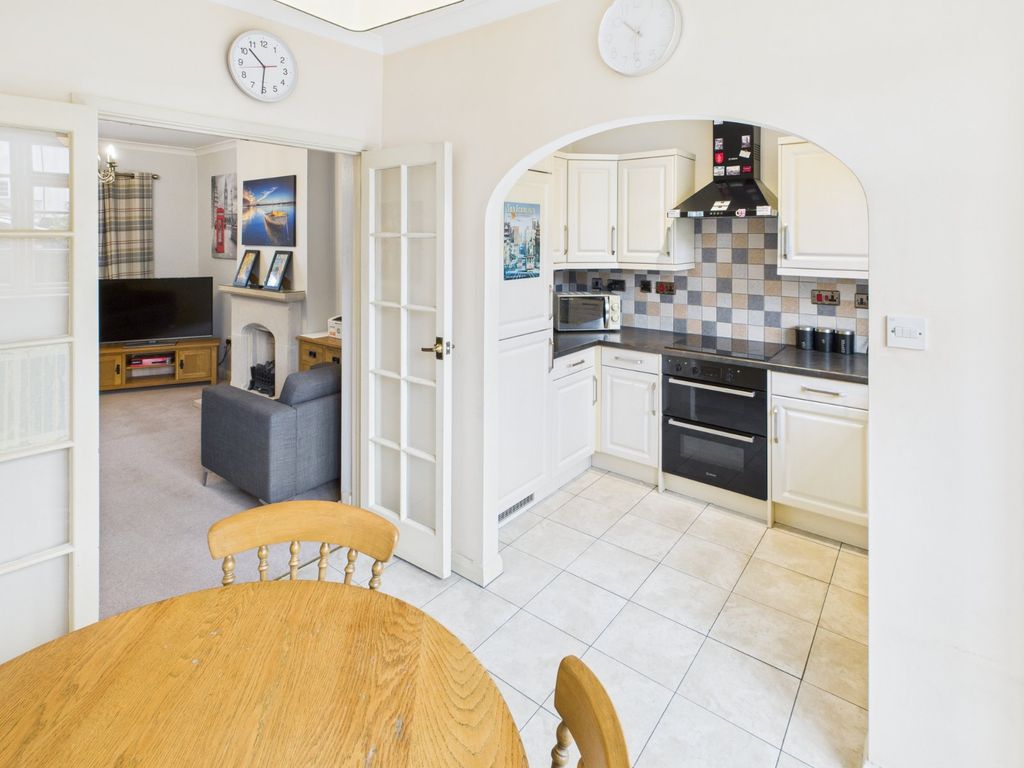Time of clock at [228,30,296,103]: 10:30
